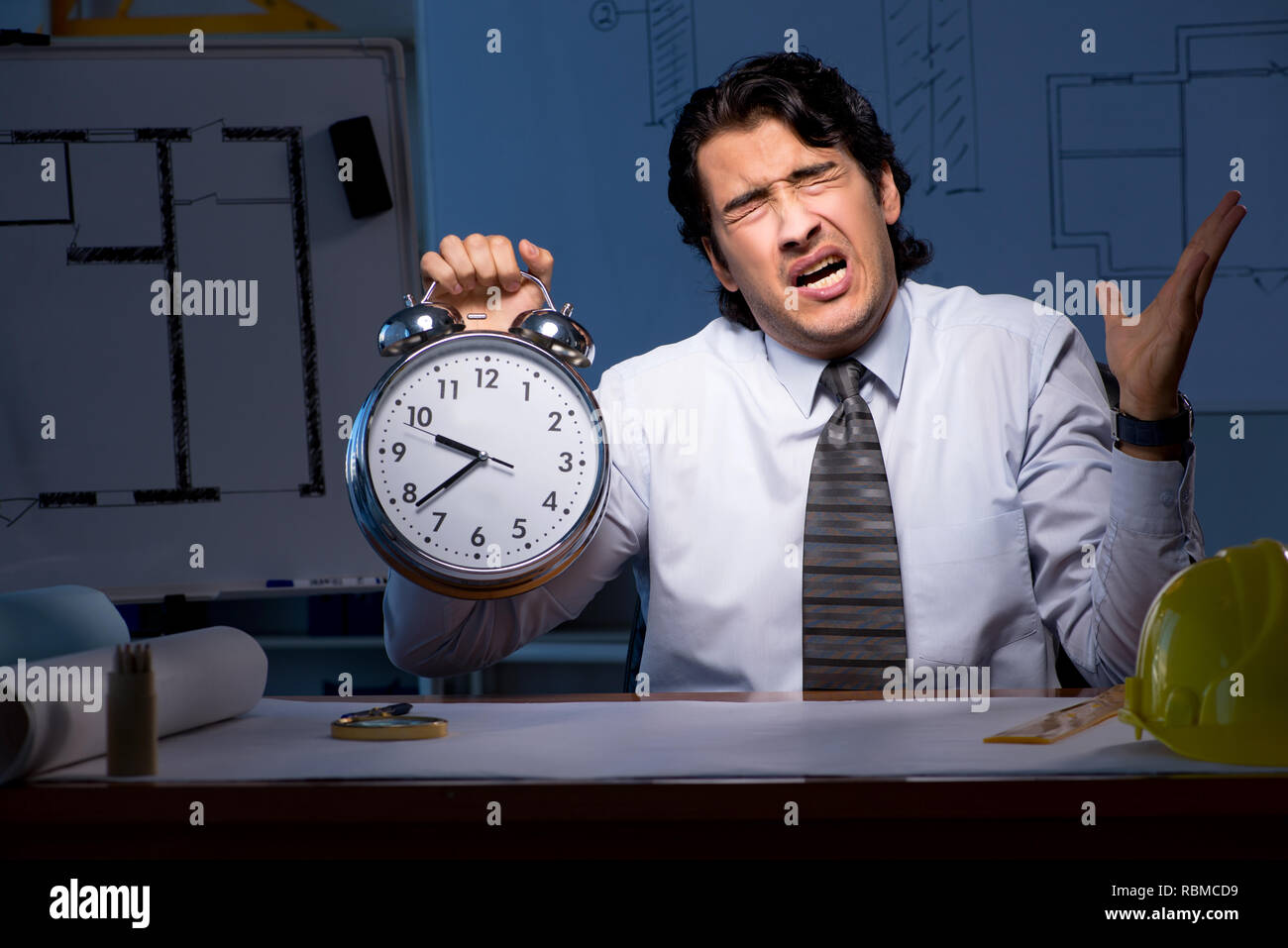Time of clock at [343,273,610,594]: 9:38
